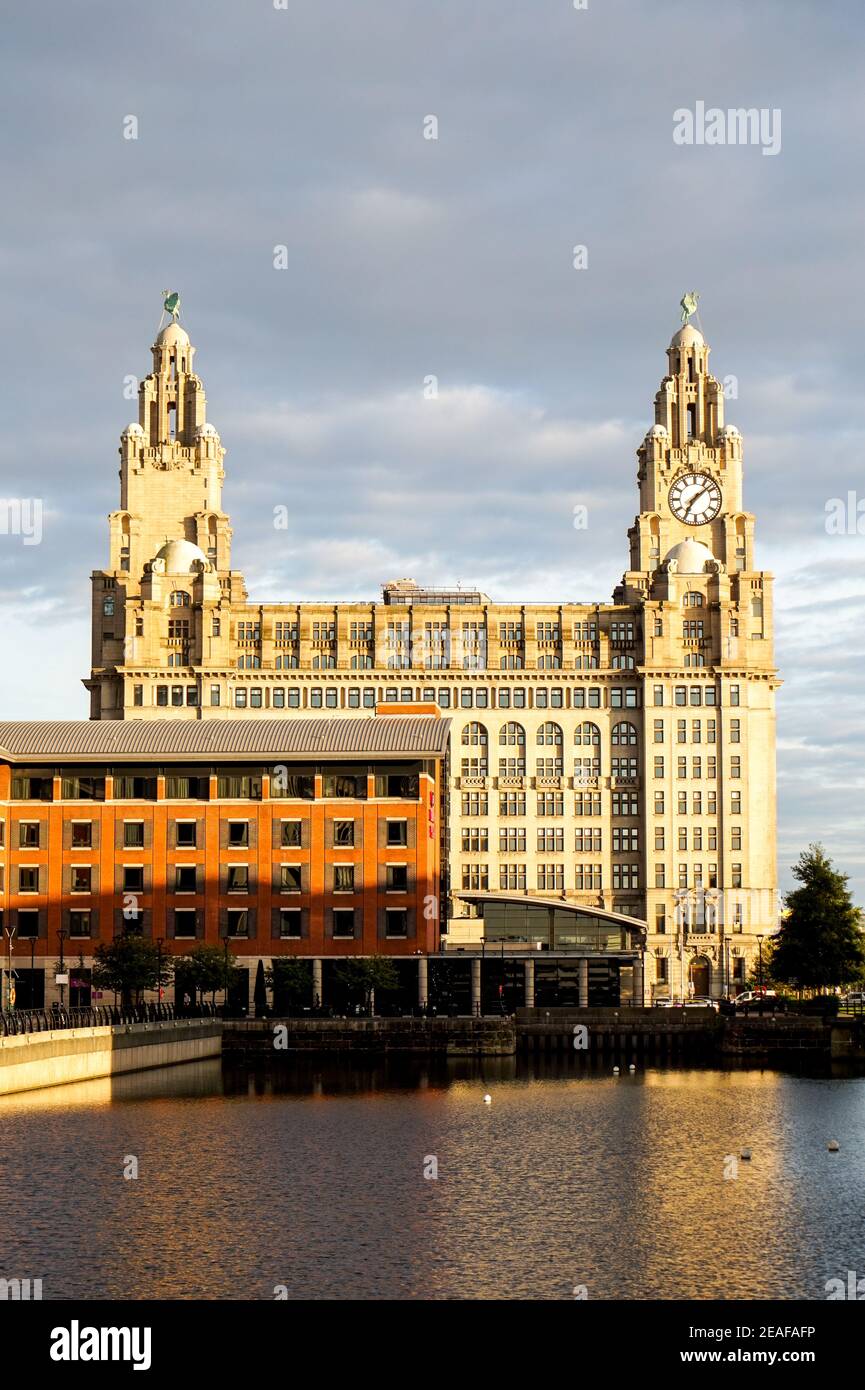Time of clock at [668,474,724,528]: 7:08
